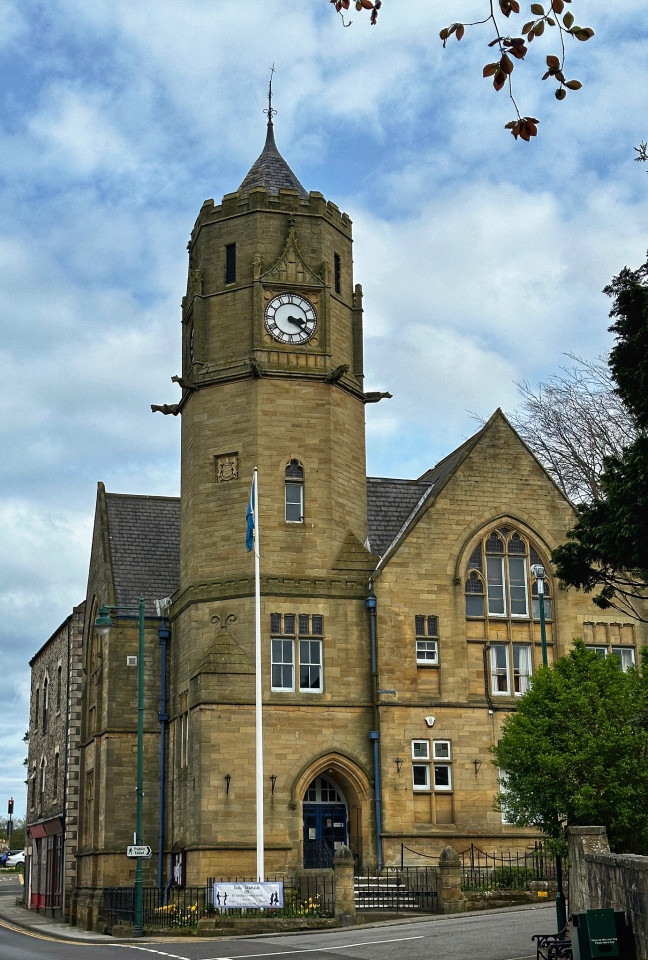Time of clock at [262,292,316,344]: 3:21
